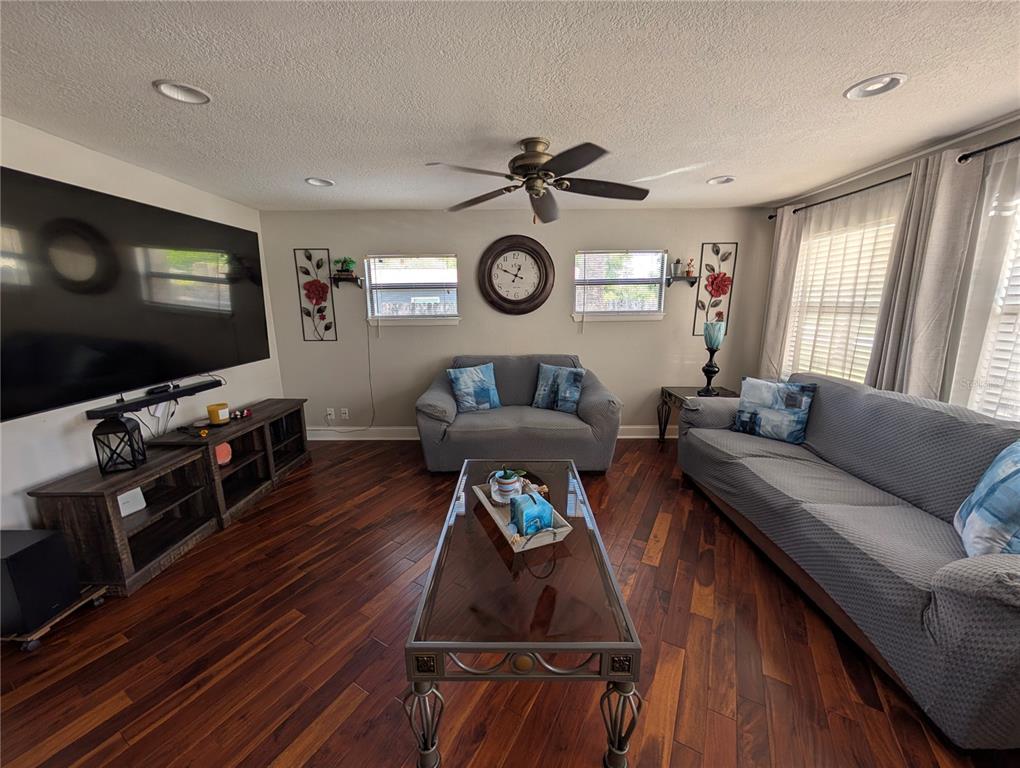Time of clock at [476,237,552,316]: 12:49
